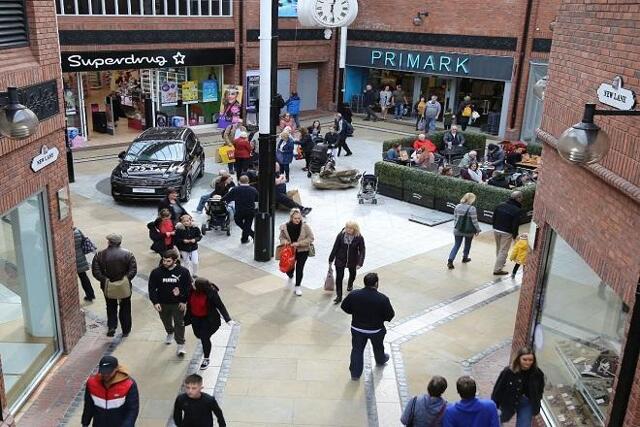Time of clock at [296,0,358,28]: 12:28
